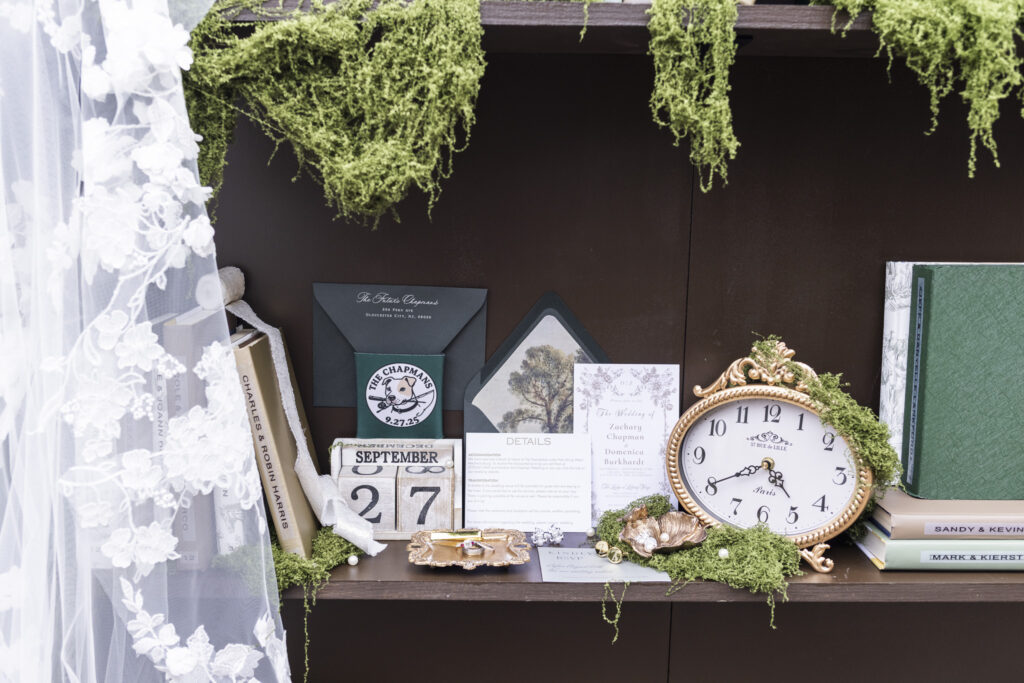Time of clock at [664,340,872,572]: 4:40
